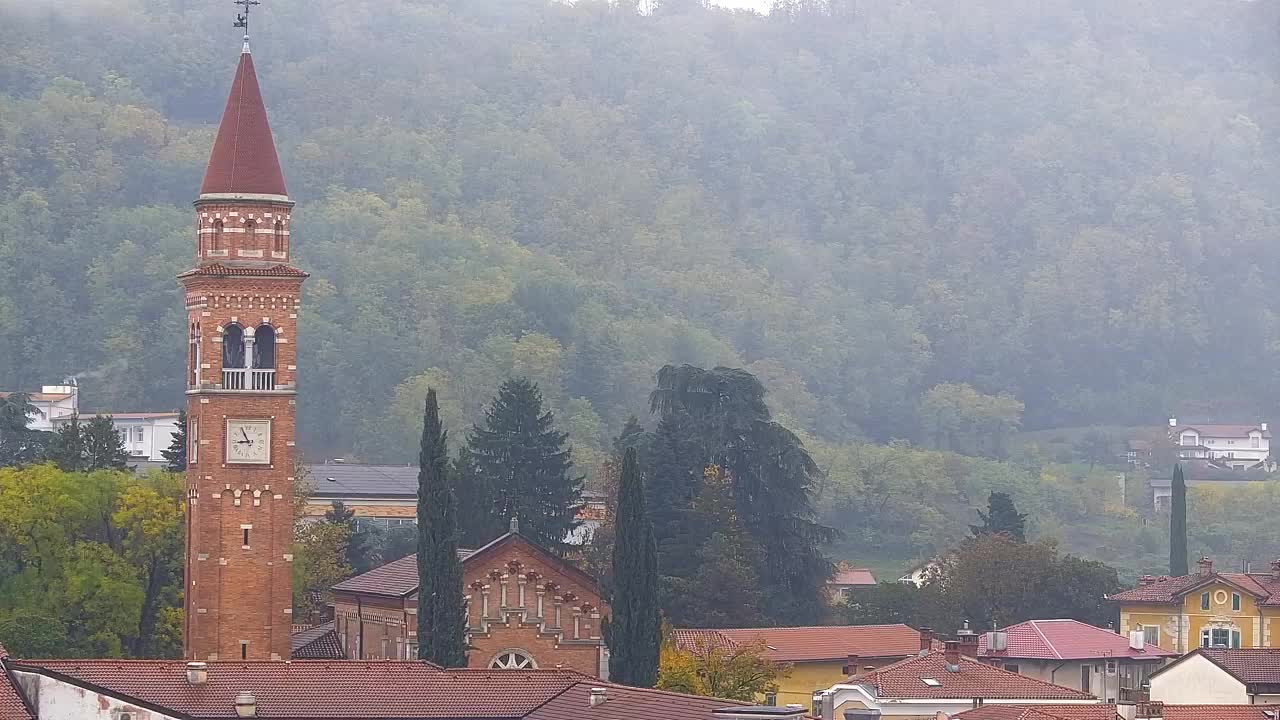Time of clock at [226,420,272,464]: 8:55
